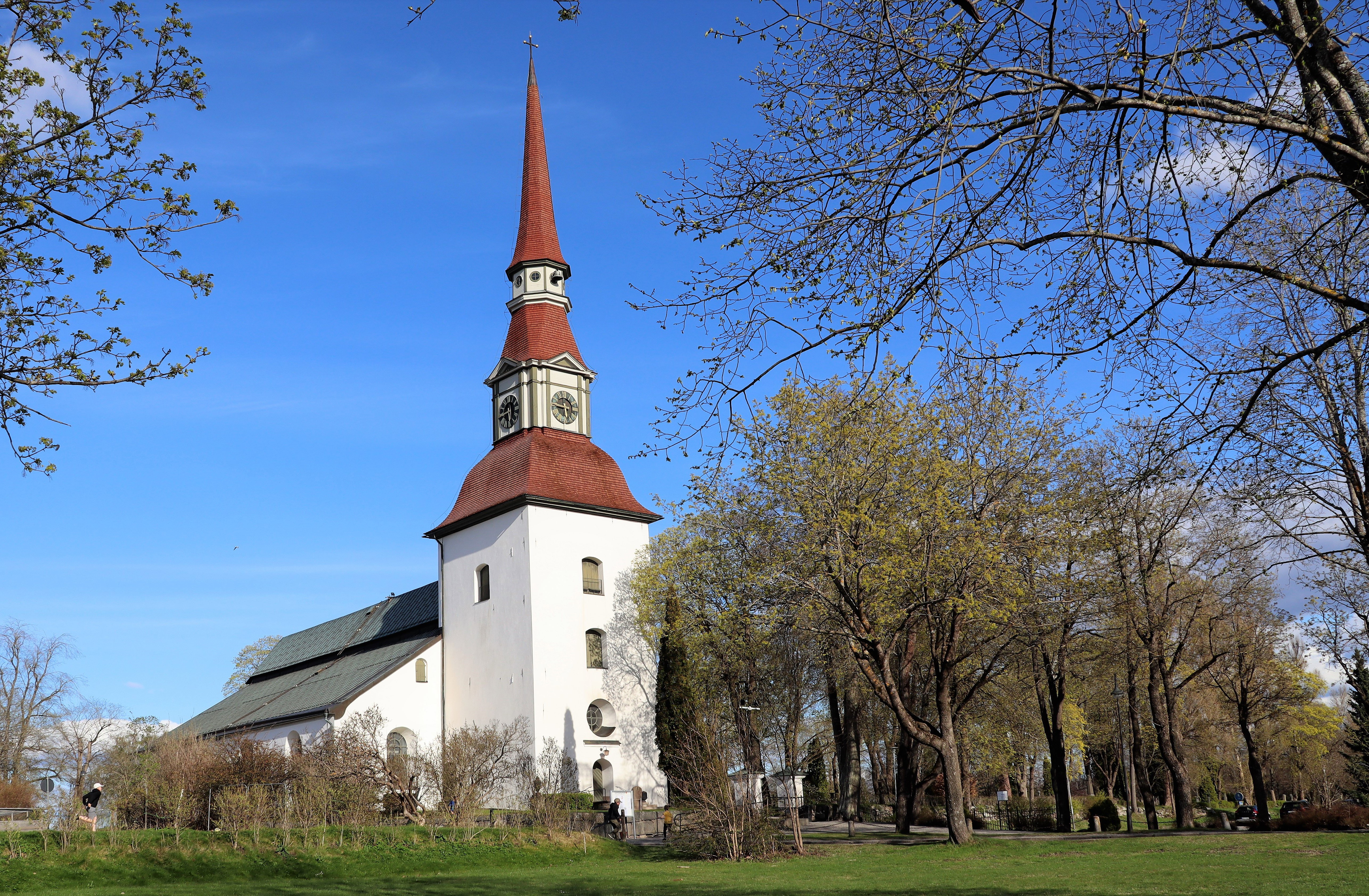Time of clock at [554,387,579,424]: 5:45
